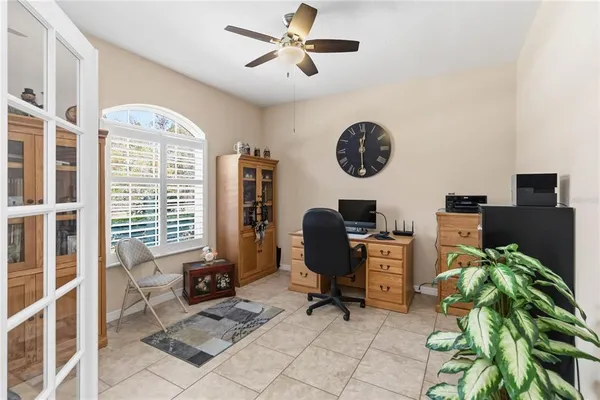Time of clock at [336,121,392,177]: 12:29
